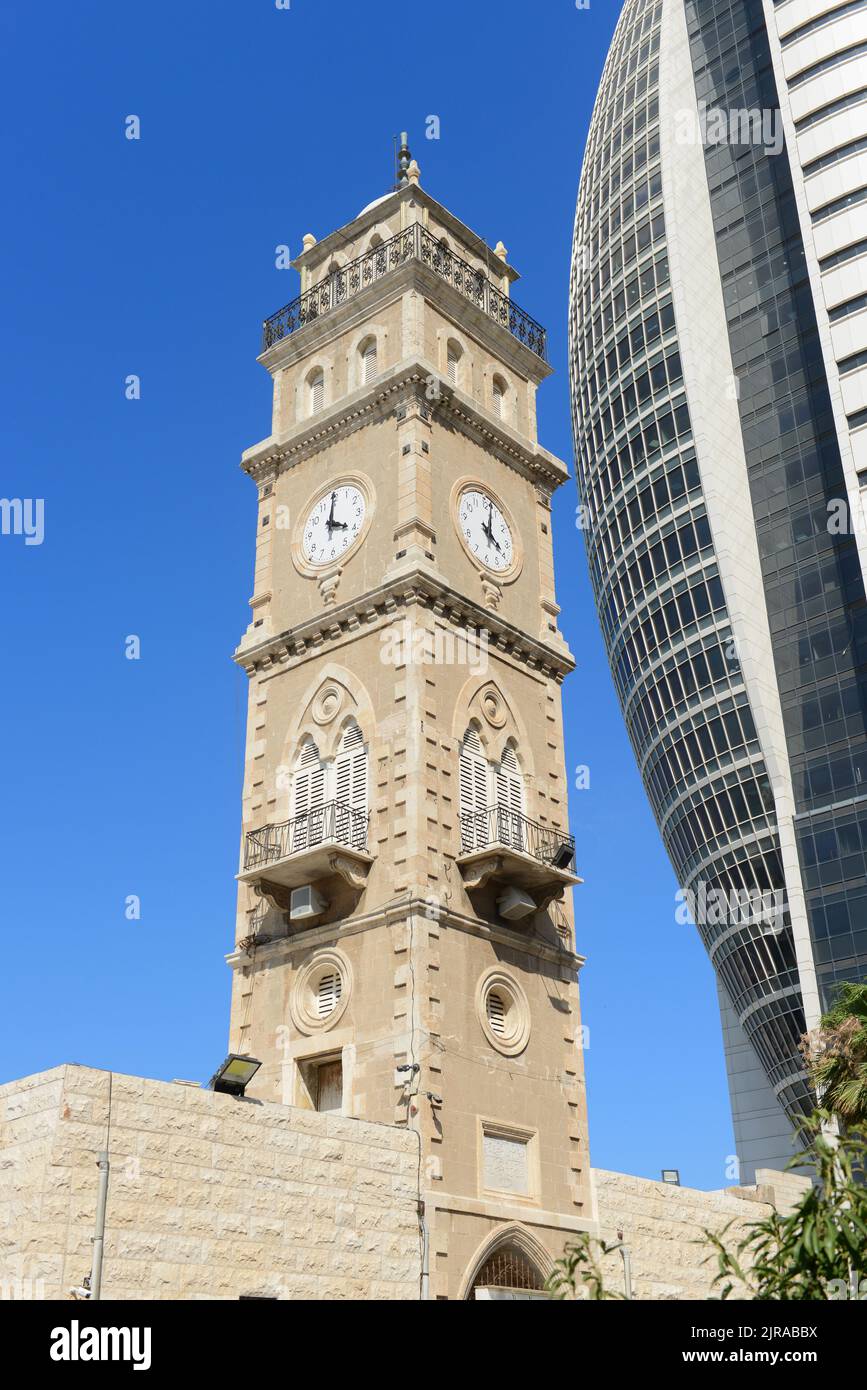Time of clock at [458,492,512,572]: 4:02
